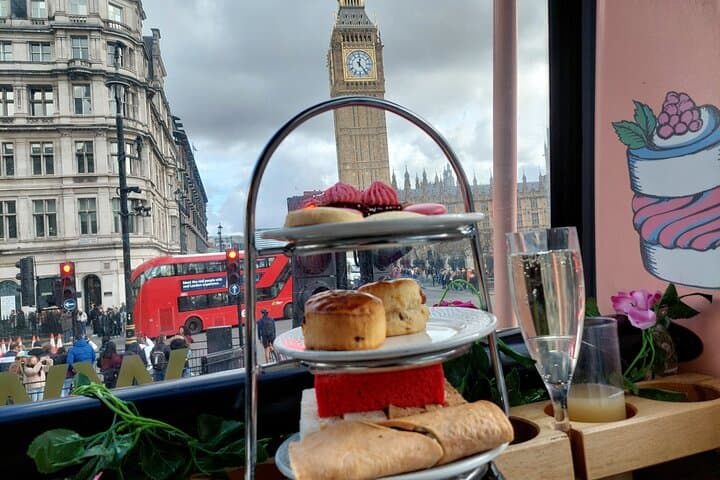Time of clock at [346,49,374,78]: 12:23
